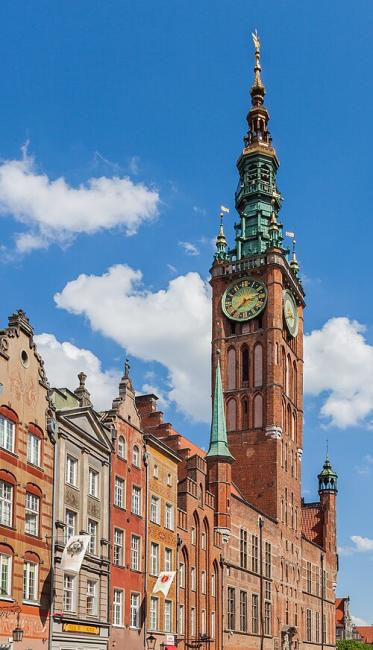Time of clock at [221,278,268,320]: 7:12
